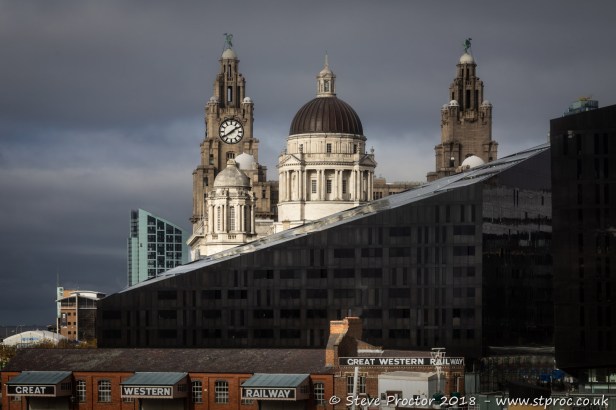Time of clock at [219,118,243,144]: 1:39
